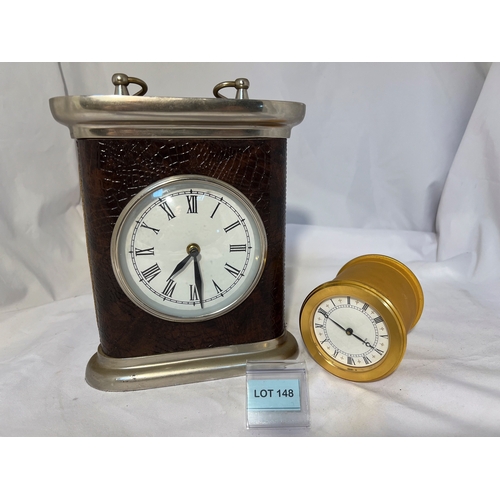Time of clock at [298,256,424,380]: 3:49
